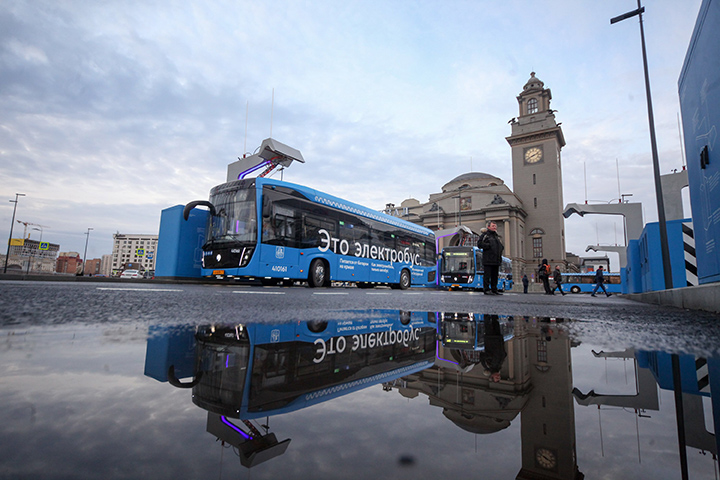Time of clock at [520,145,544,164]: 8:11
